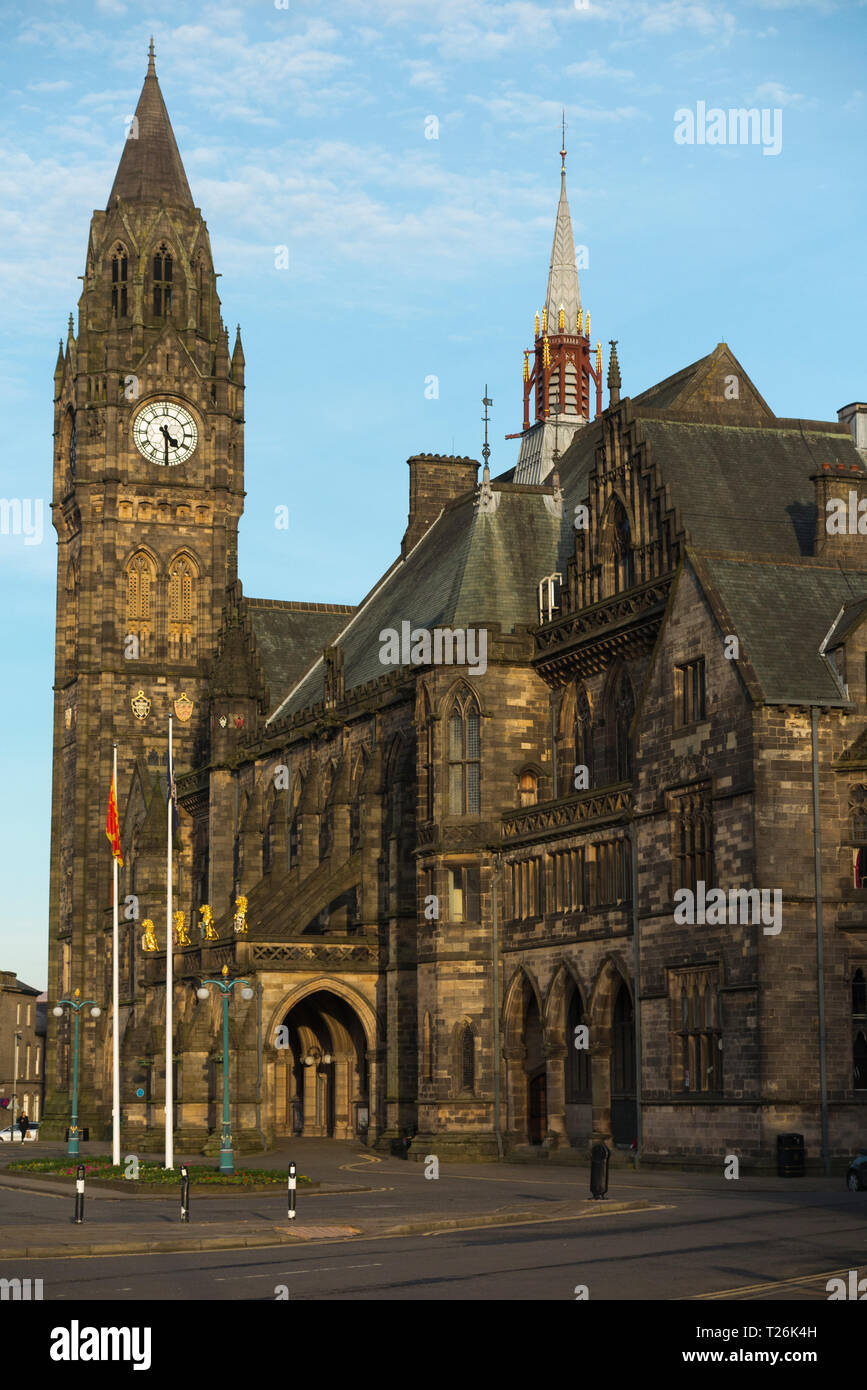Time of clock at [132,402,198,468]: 4:29
